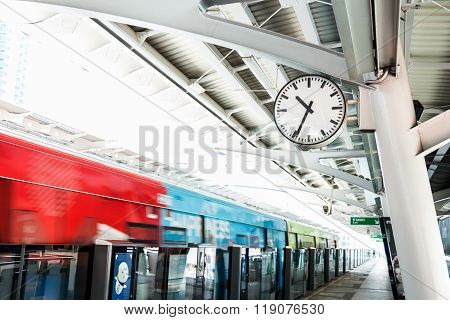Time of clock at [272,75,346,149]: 10:34
